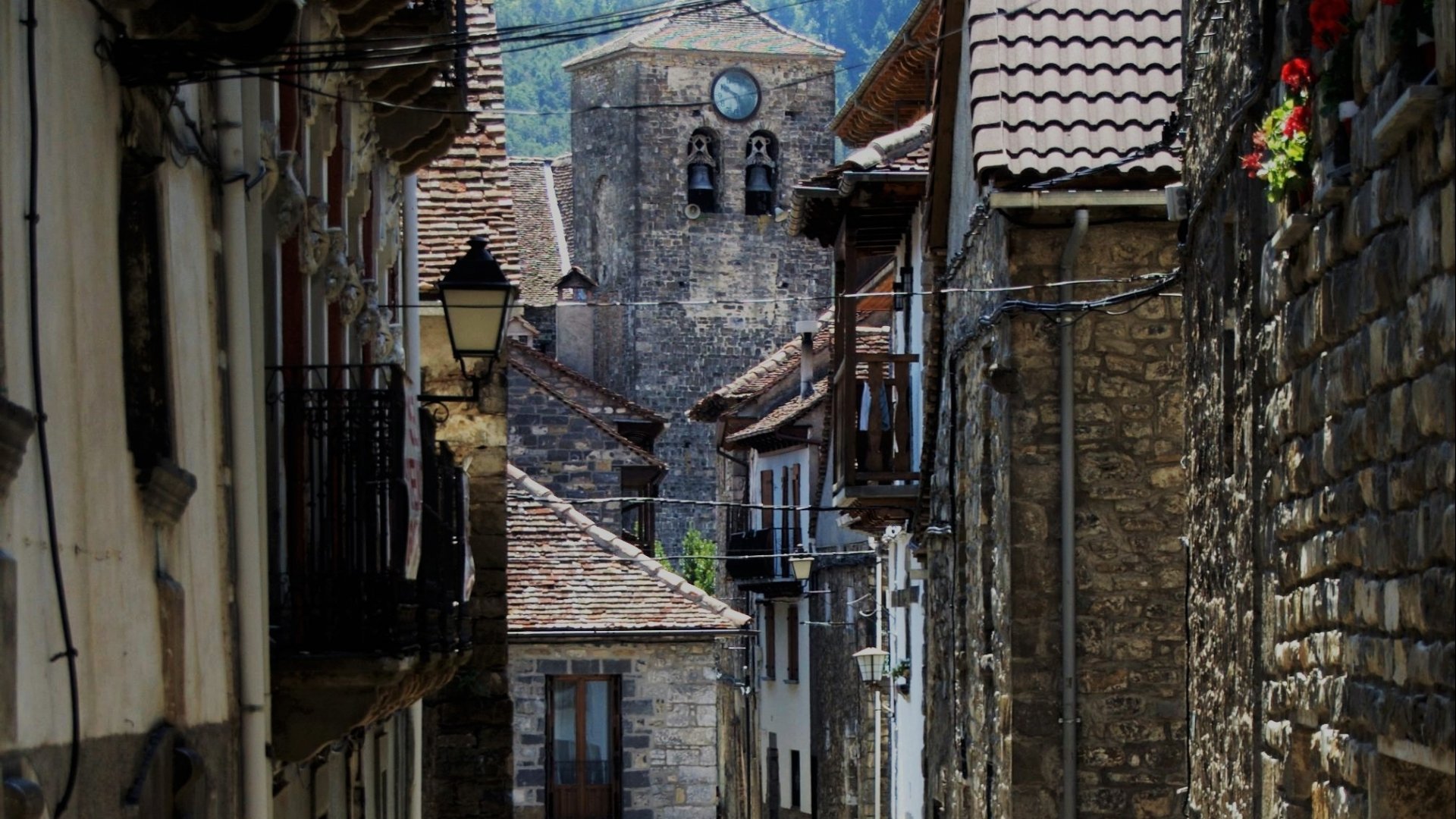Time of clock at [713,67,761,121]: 4:49
